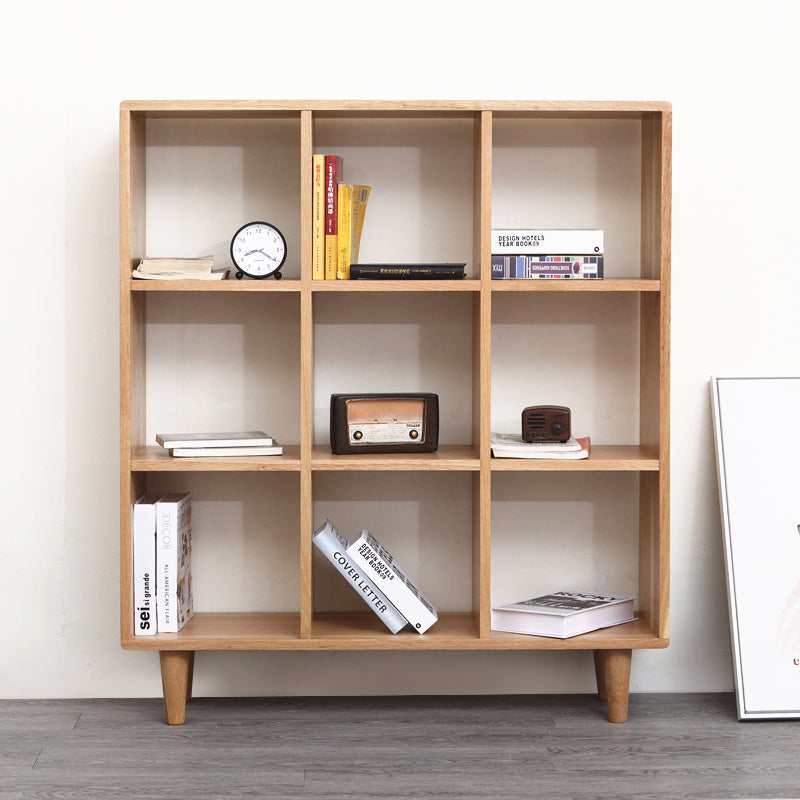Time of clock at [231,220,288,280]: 8:20
